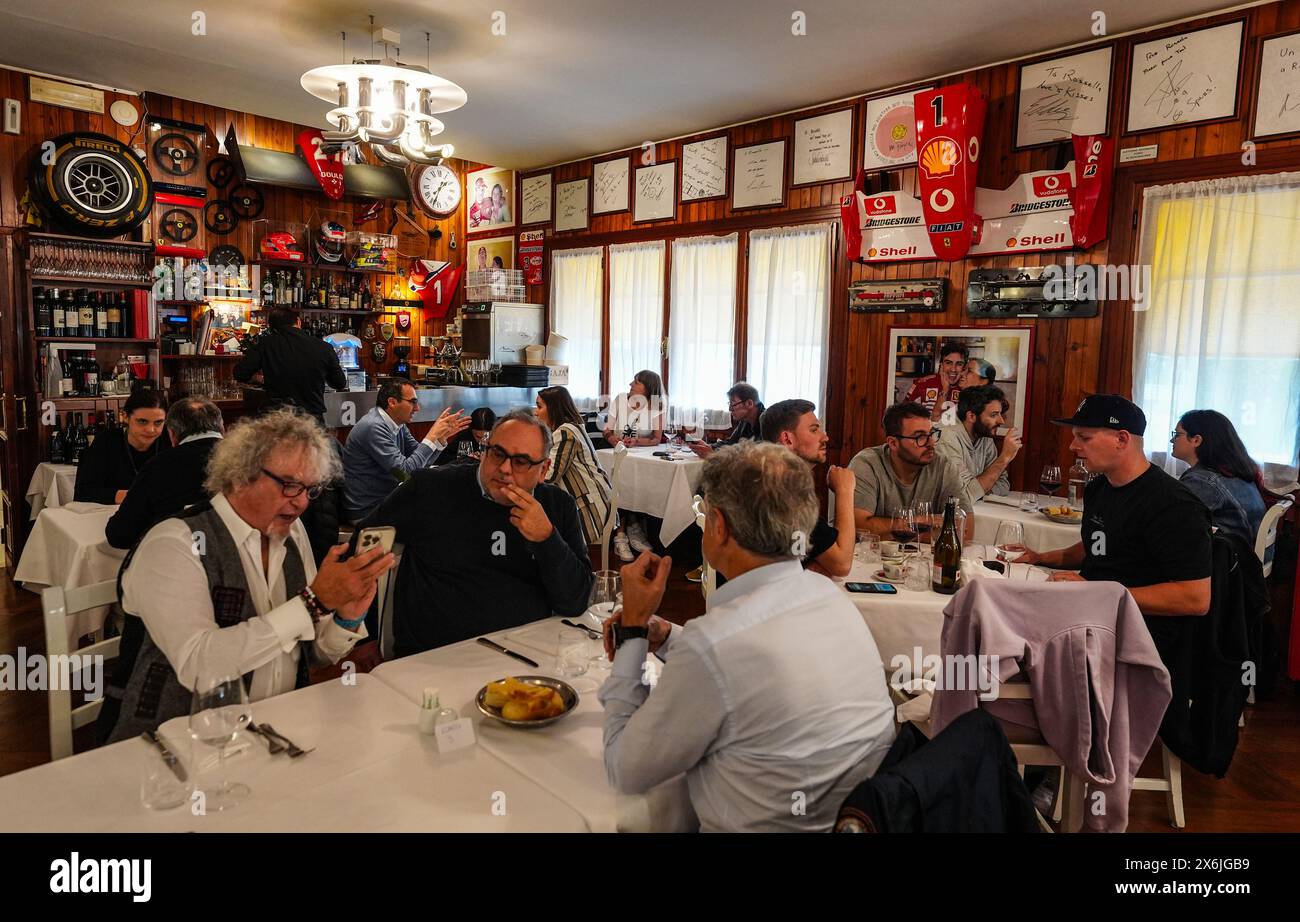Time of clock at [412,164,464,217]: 1:33
